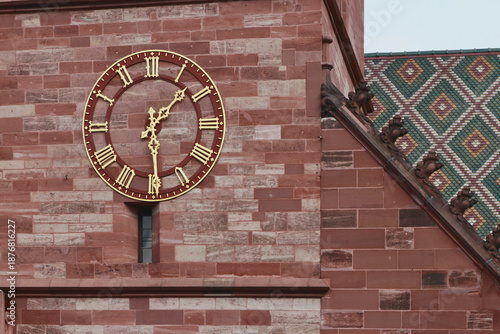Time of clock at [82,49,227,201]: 1:29
